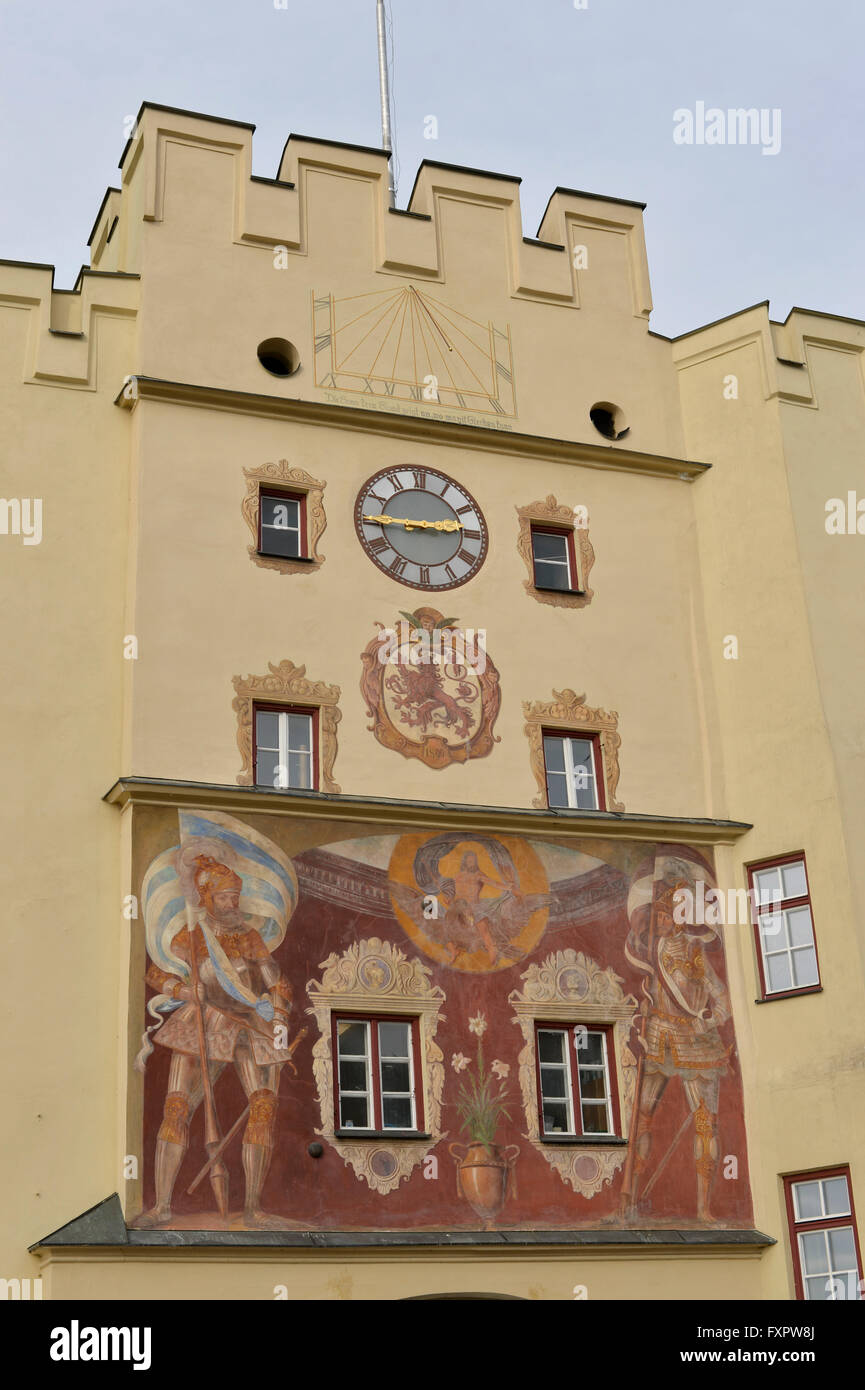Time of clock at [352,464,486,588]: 2:45
